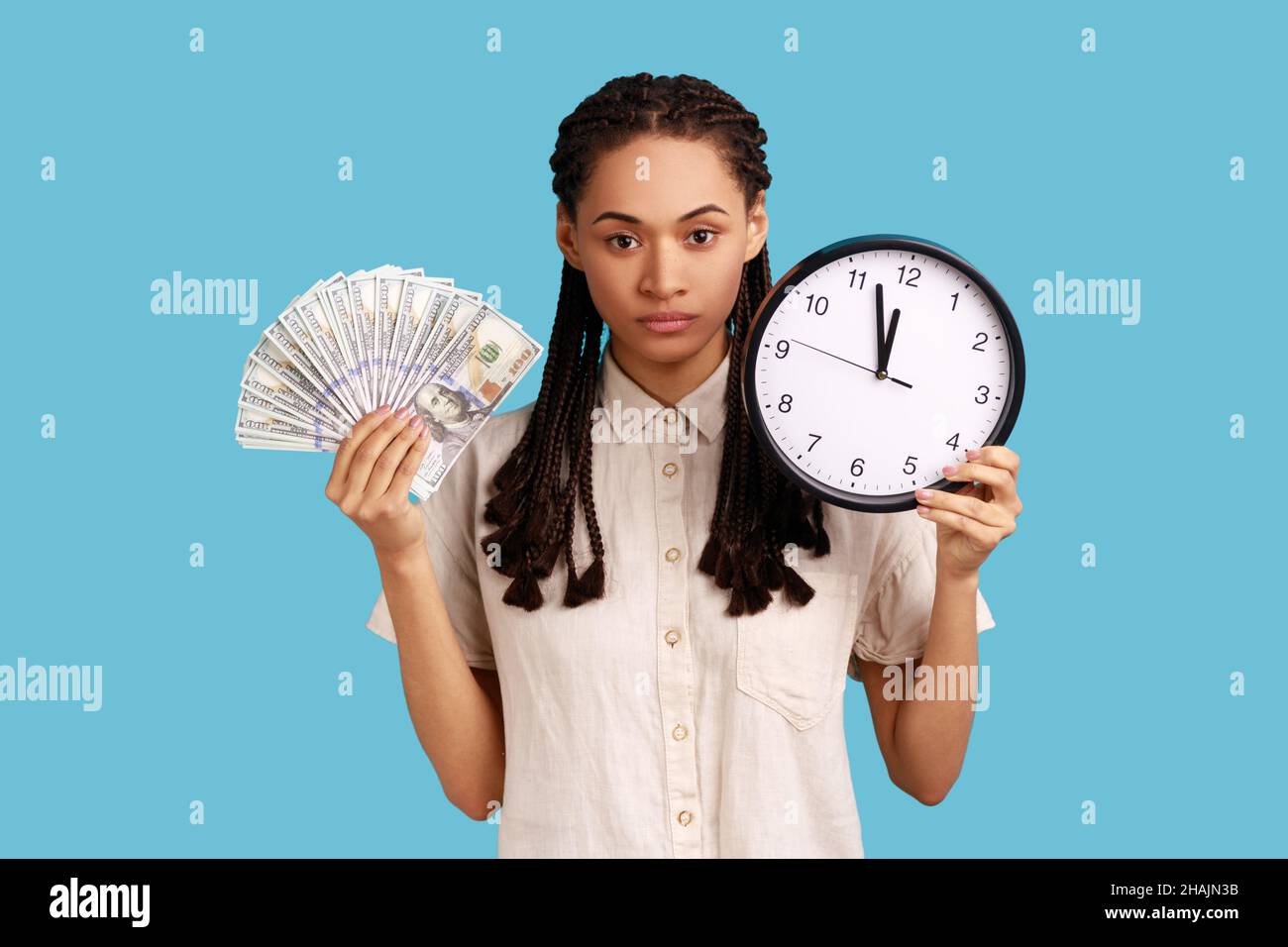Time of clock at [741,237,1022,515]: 11:56
